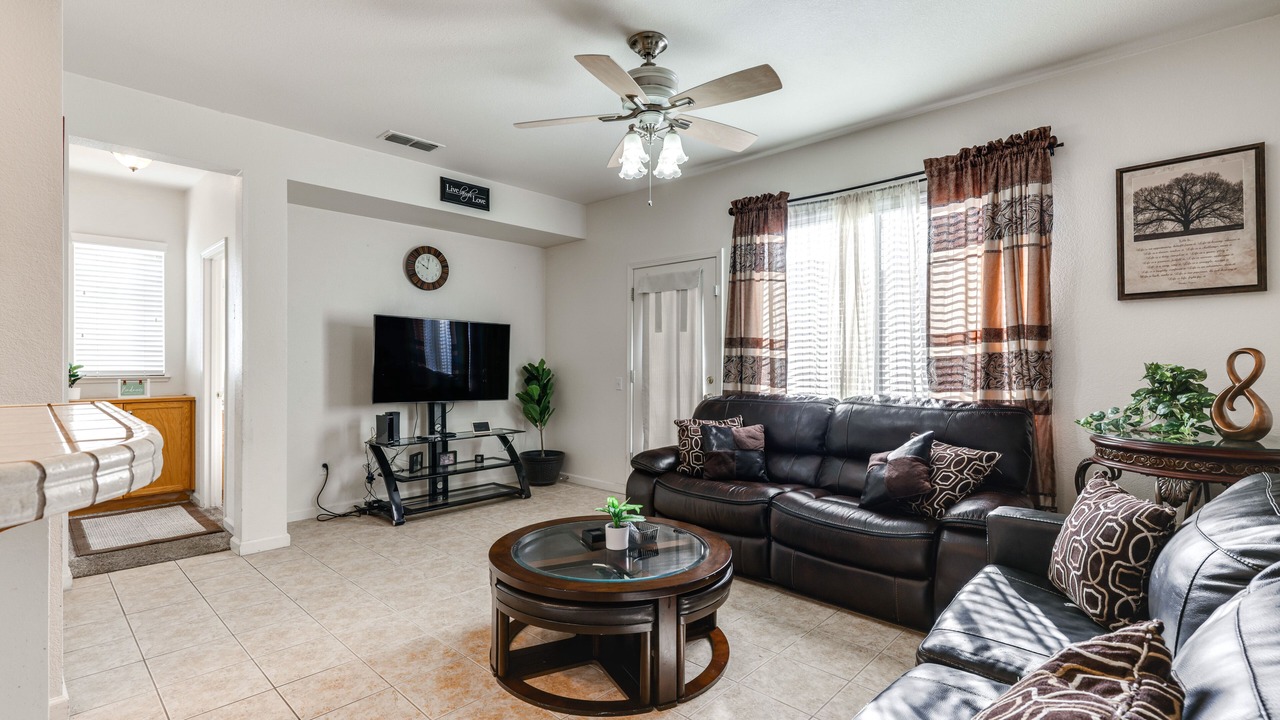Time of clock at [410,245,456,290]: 10:00
